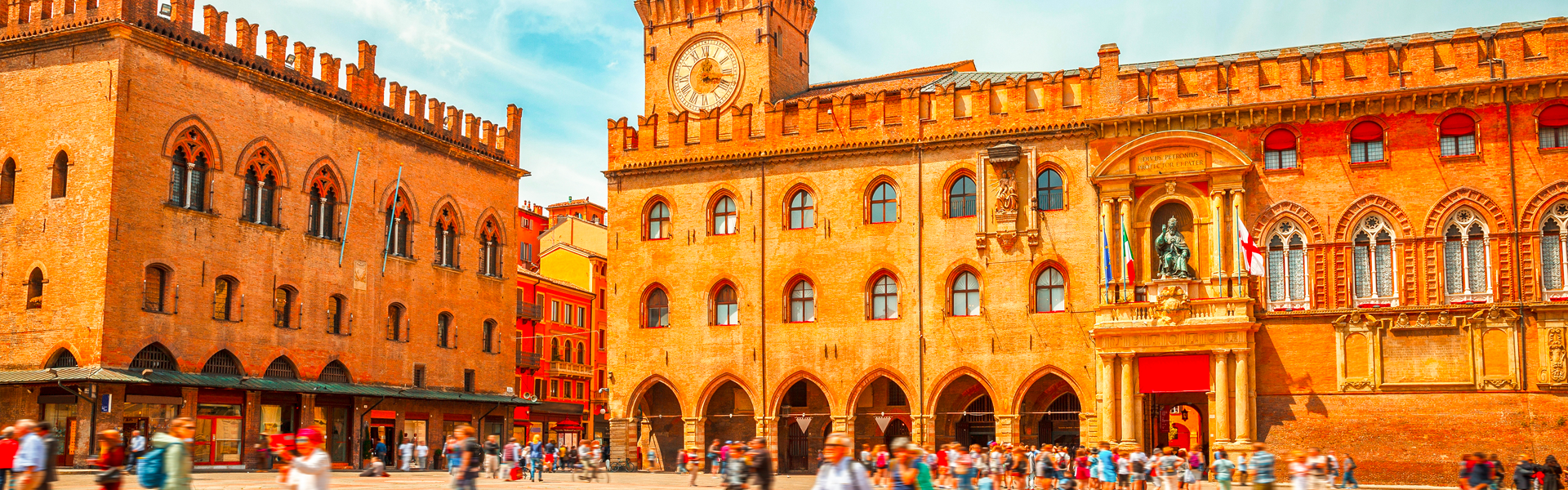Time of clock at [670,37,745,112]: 12:17
